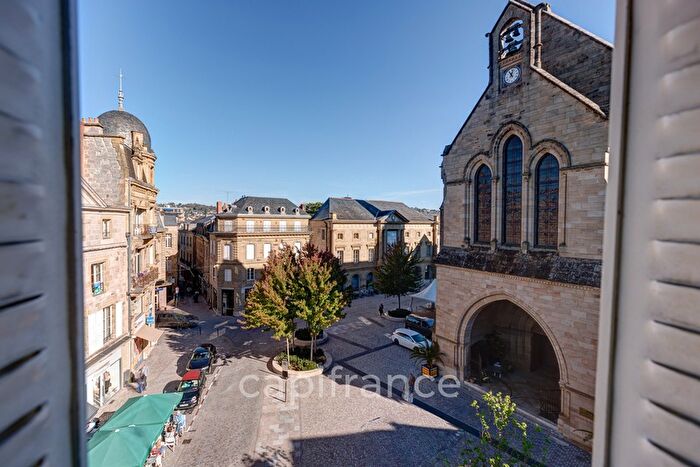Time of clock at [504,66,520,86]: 11:02
